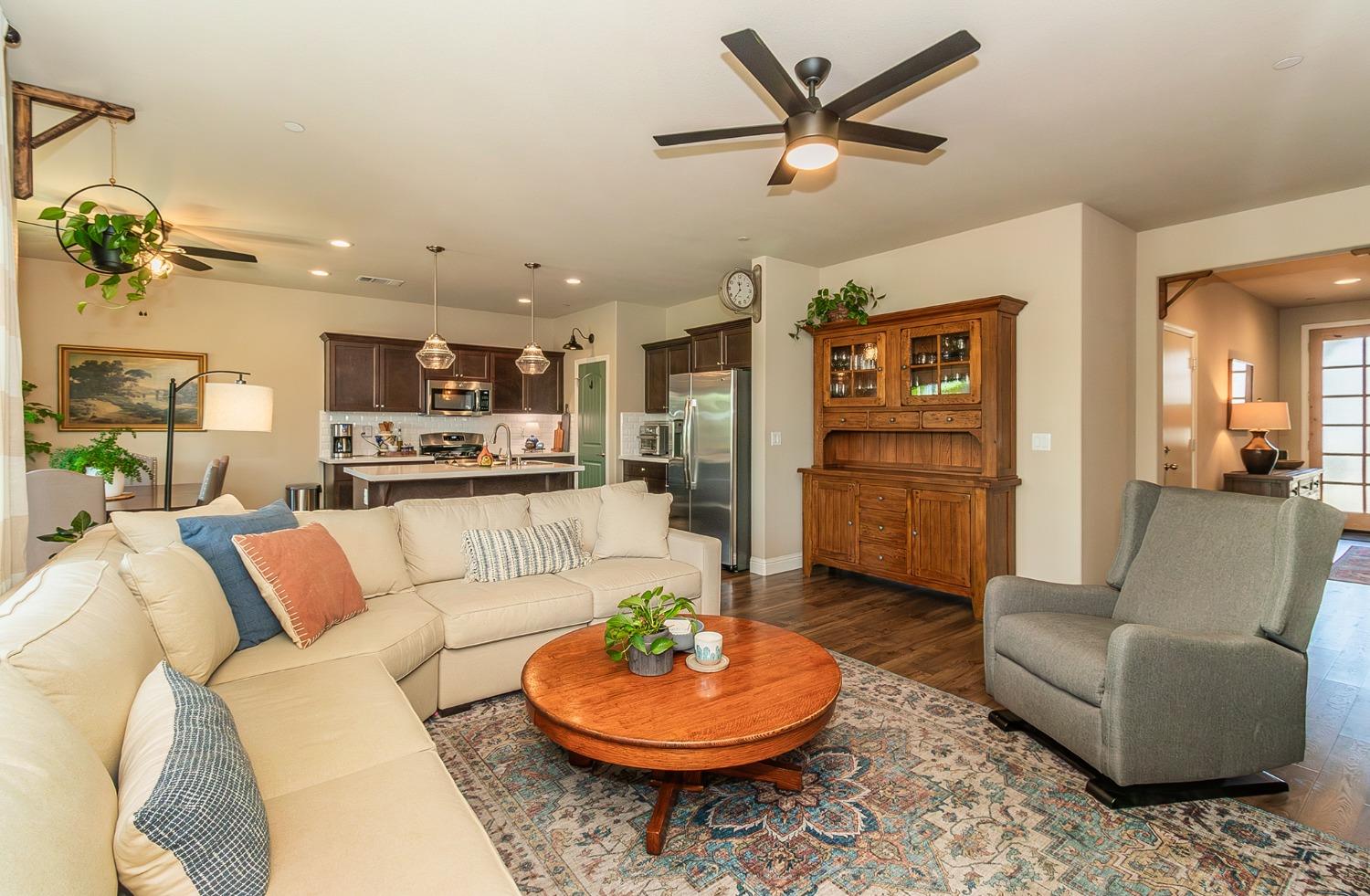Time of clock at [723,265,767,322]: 11:36
